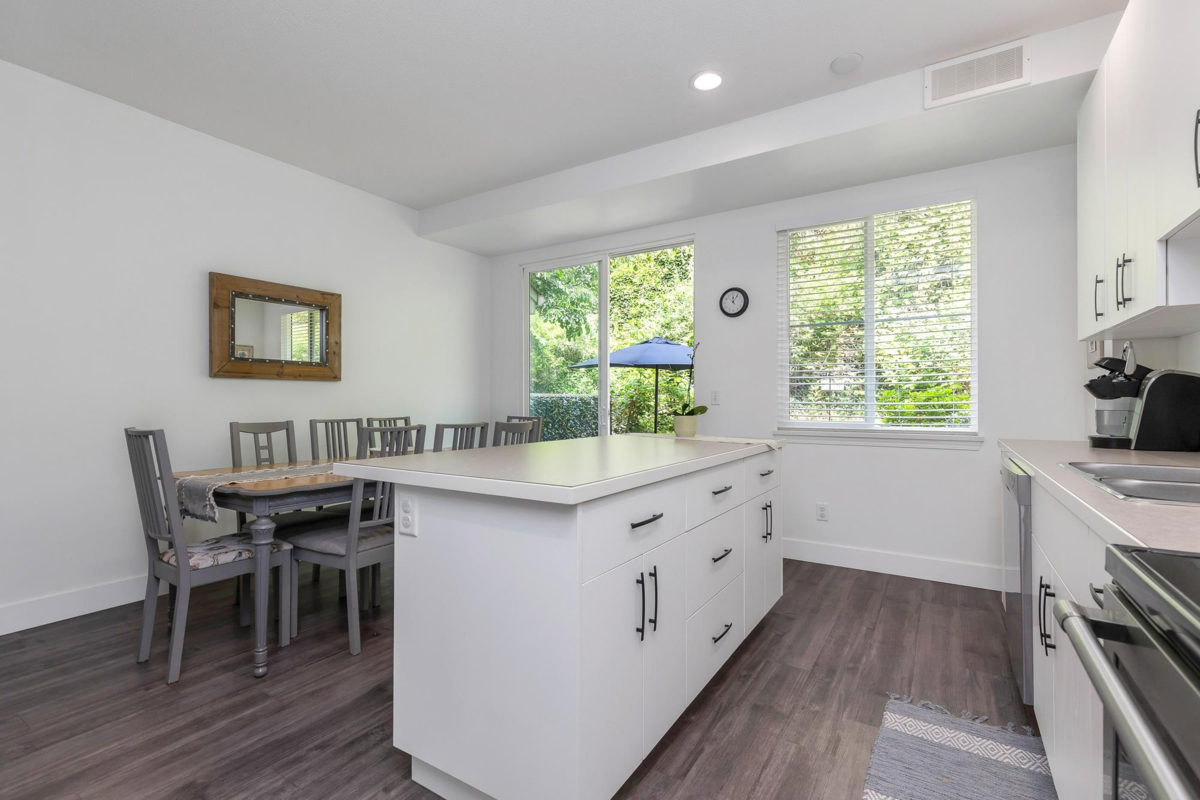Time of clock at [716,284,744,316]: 12:06
